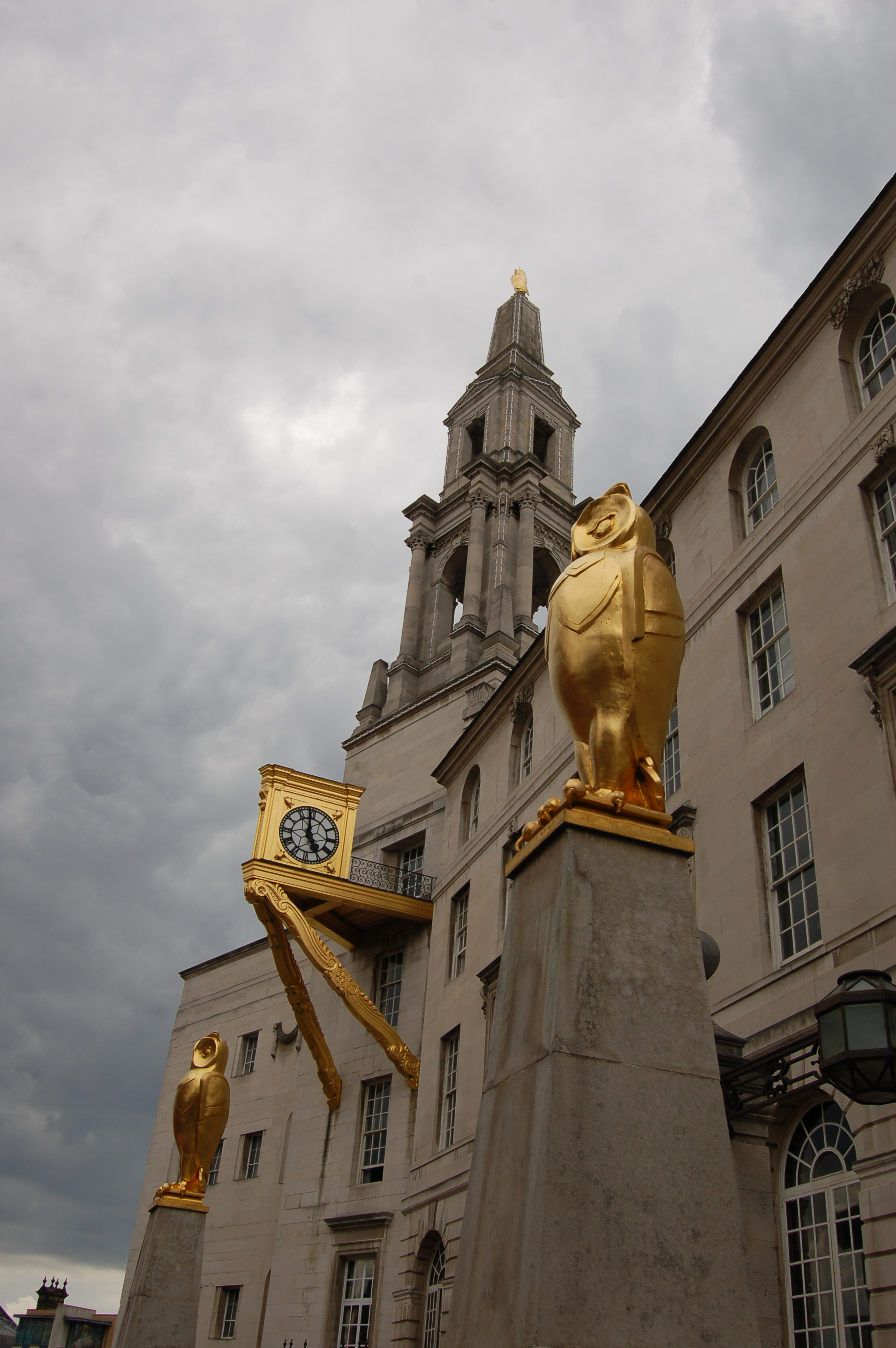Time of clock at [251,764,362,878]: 4:59
